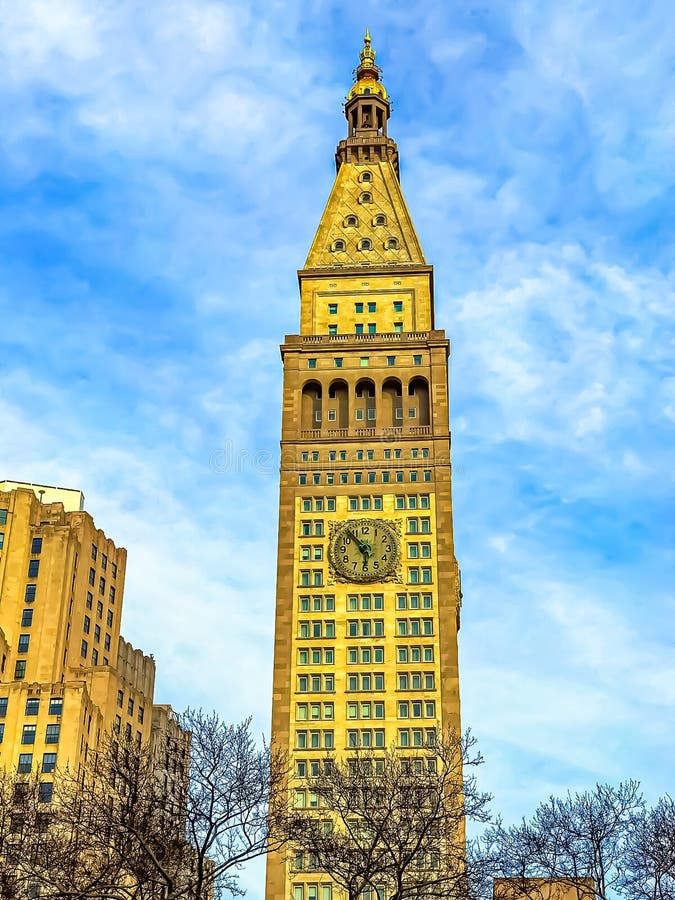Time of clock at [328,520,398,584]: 5:53
